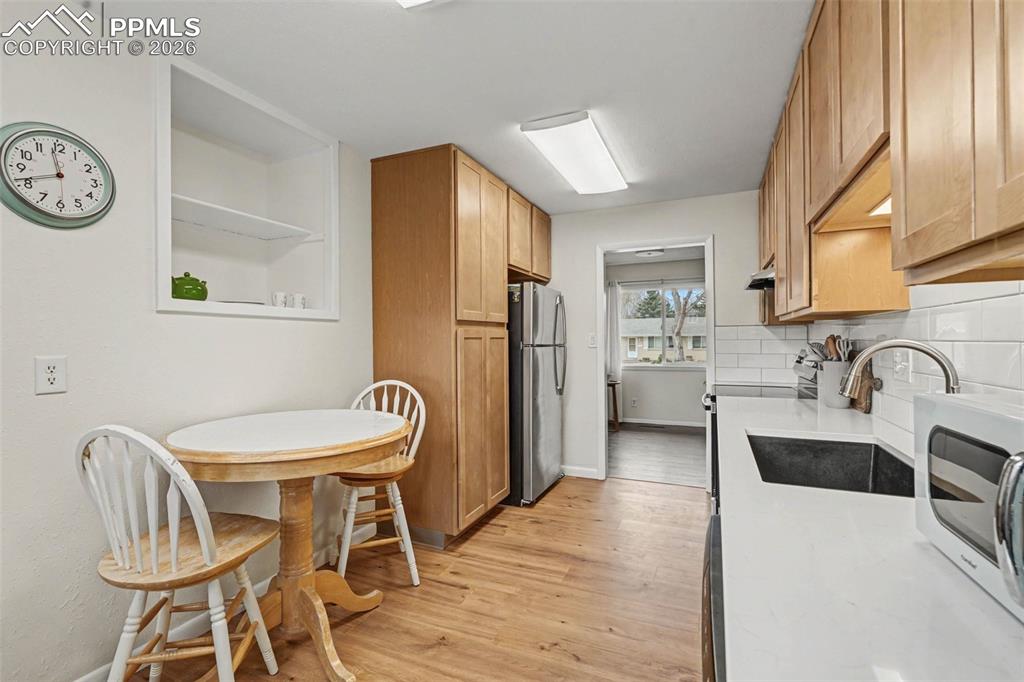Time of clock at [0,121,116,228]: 11:41
